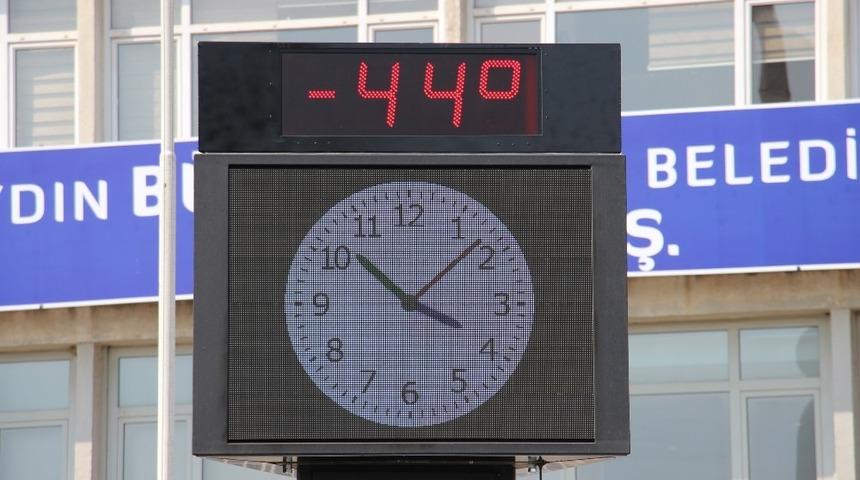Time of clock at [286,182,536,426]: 10:08
